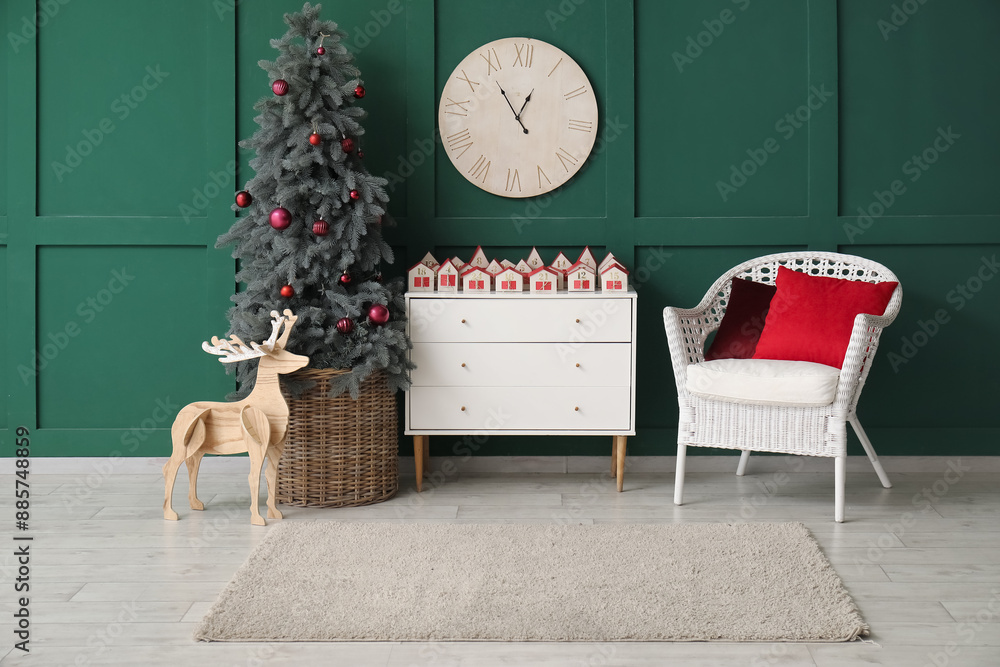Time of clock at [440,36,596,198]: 12:53
